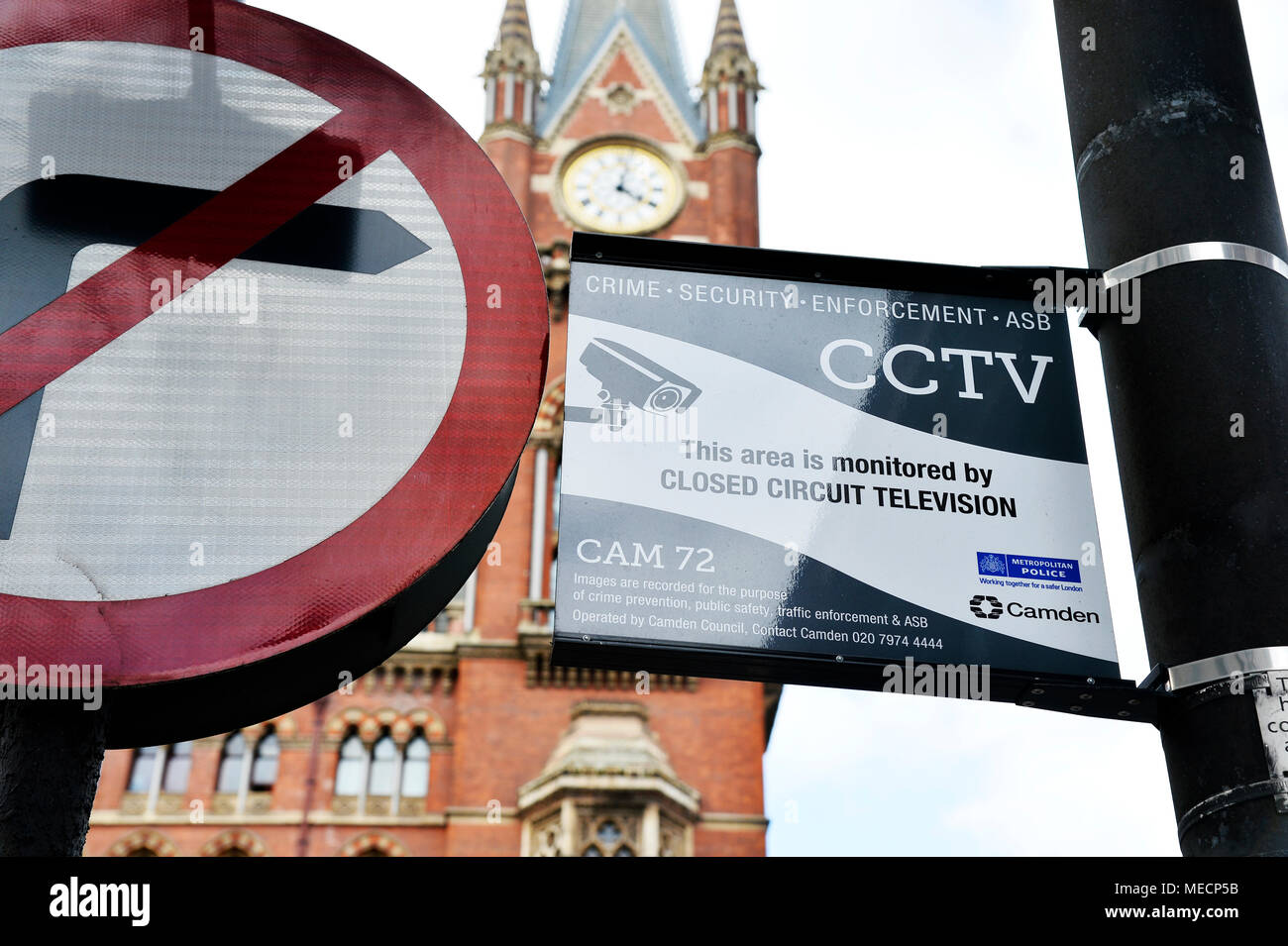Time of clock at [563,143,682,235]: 4:02
